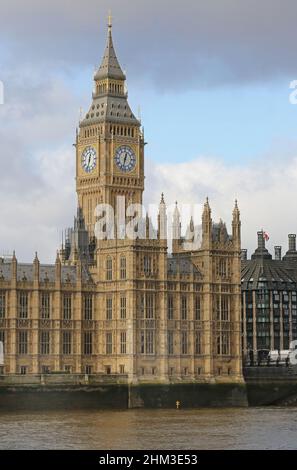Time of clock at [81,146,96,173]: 12:32
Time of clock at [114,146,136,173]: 12:32
